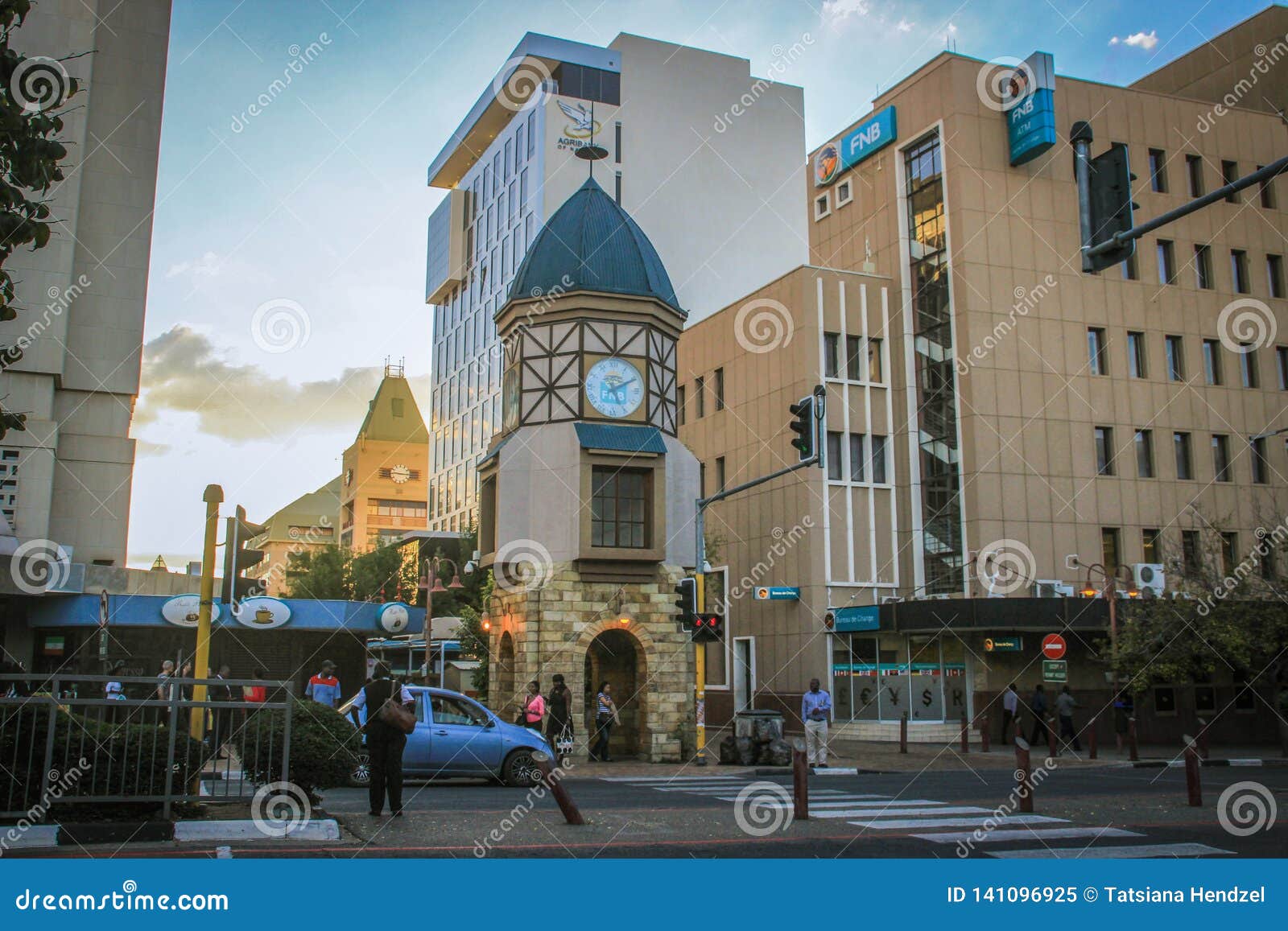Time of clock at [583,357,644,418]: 5:10
